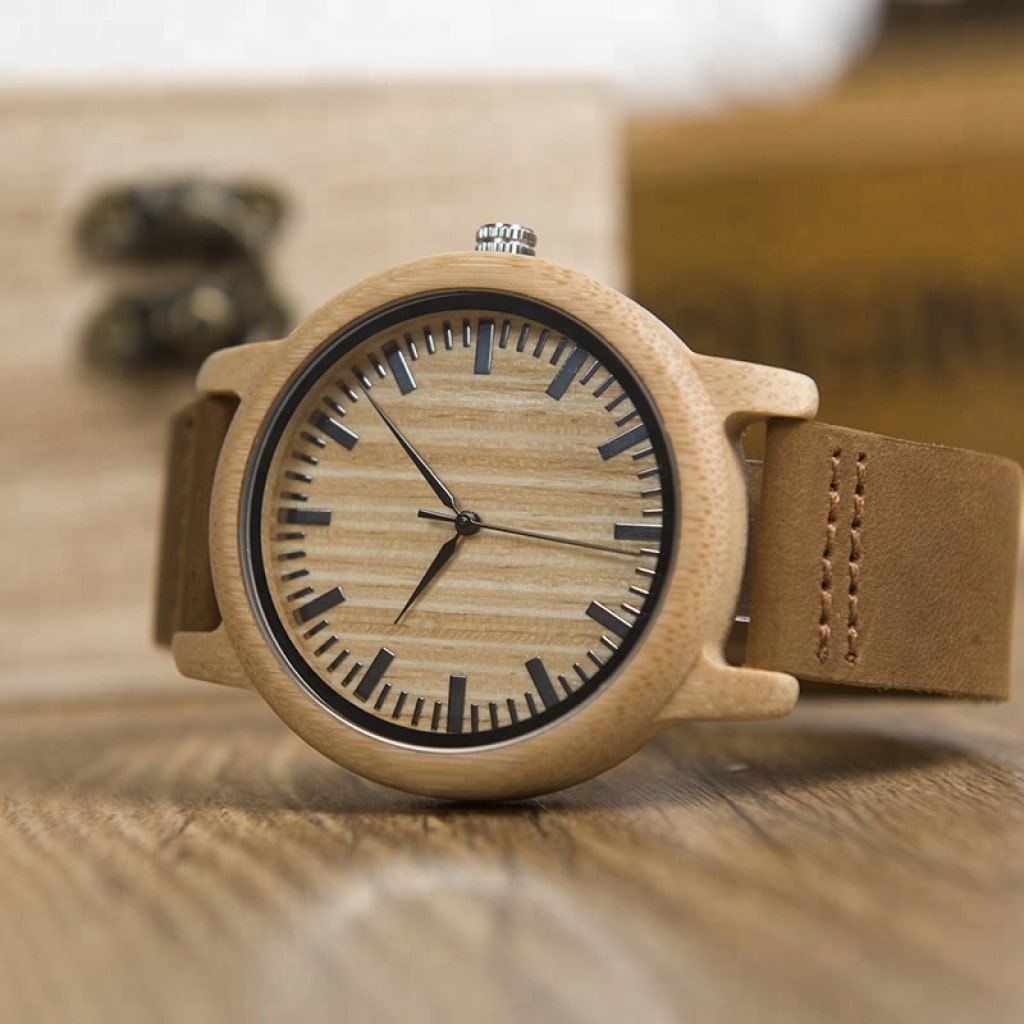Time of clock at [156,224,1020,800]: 6:52
